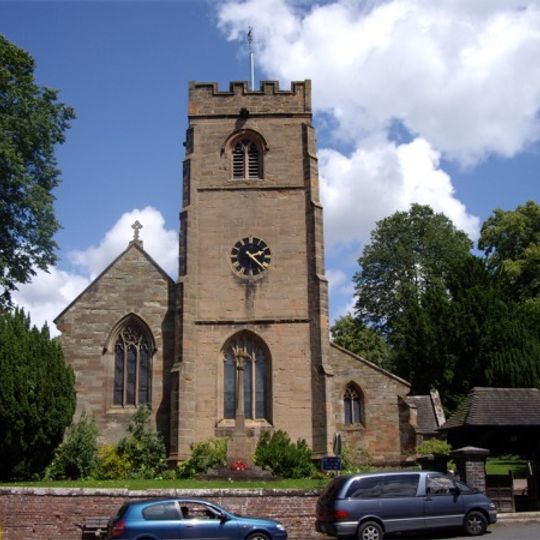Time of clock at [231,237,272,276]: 2:21
